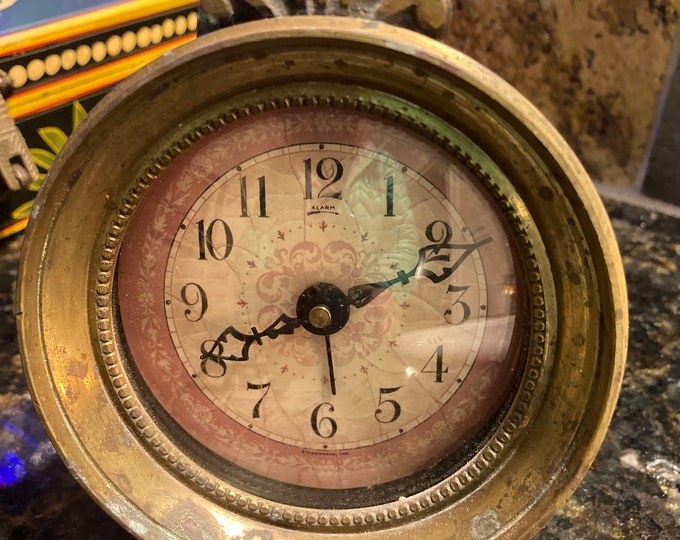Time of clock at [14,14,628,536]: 8:11
